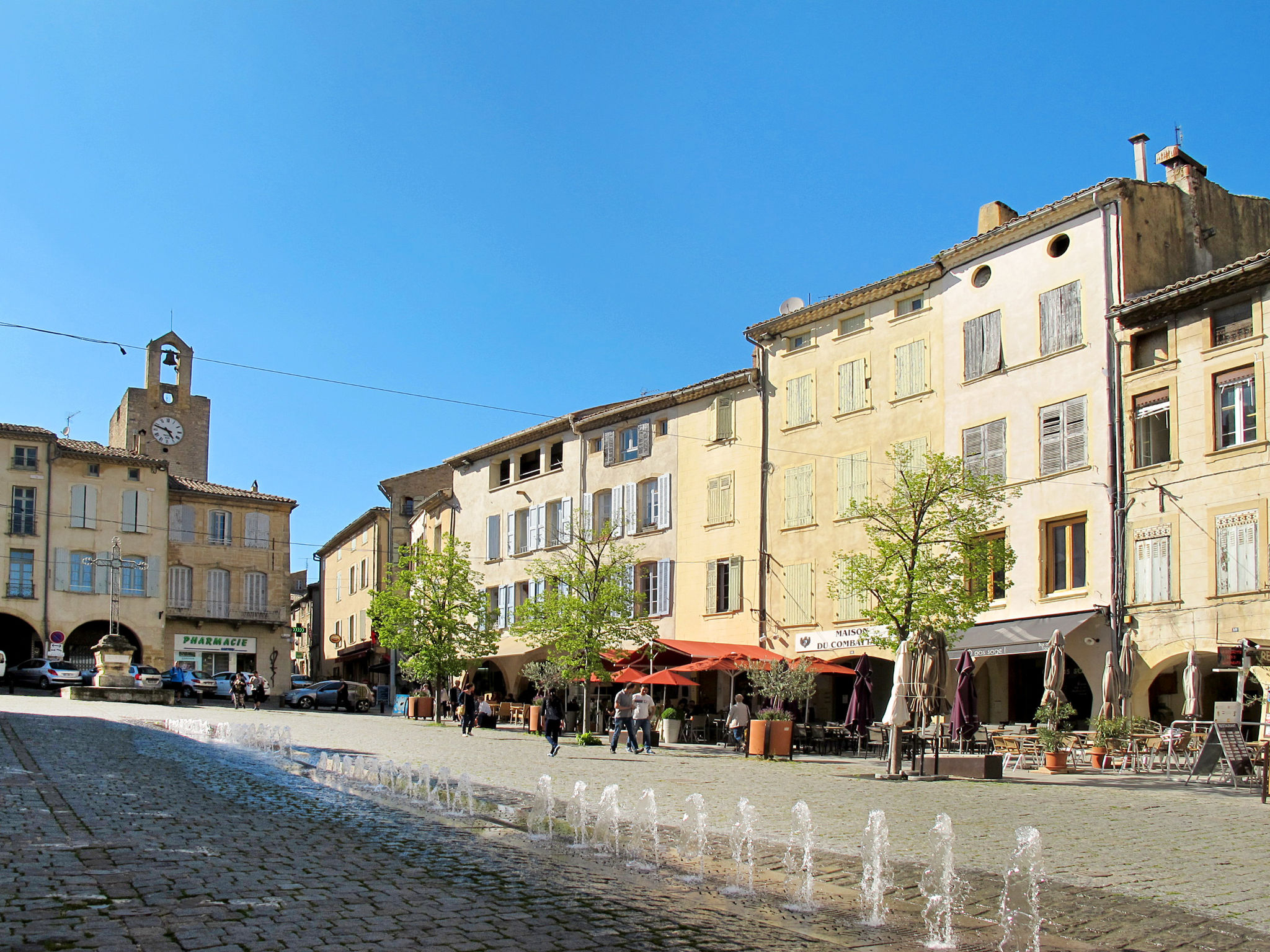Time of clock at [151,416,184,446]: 4:48
